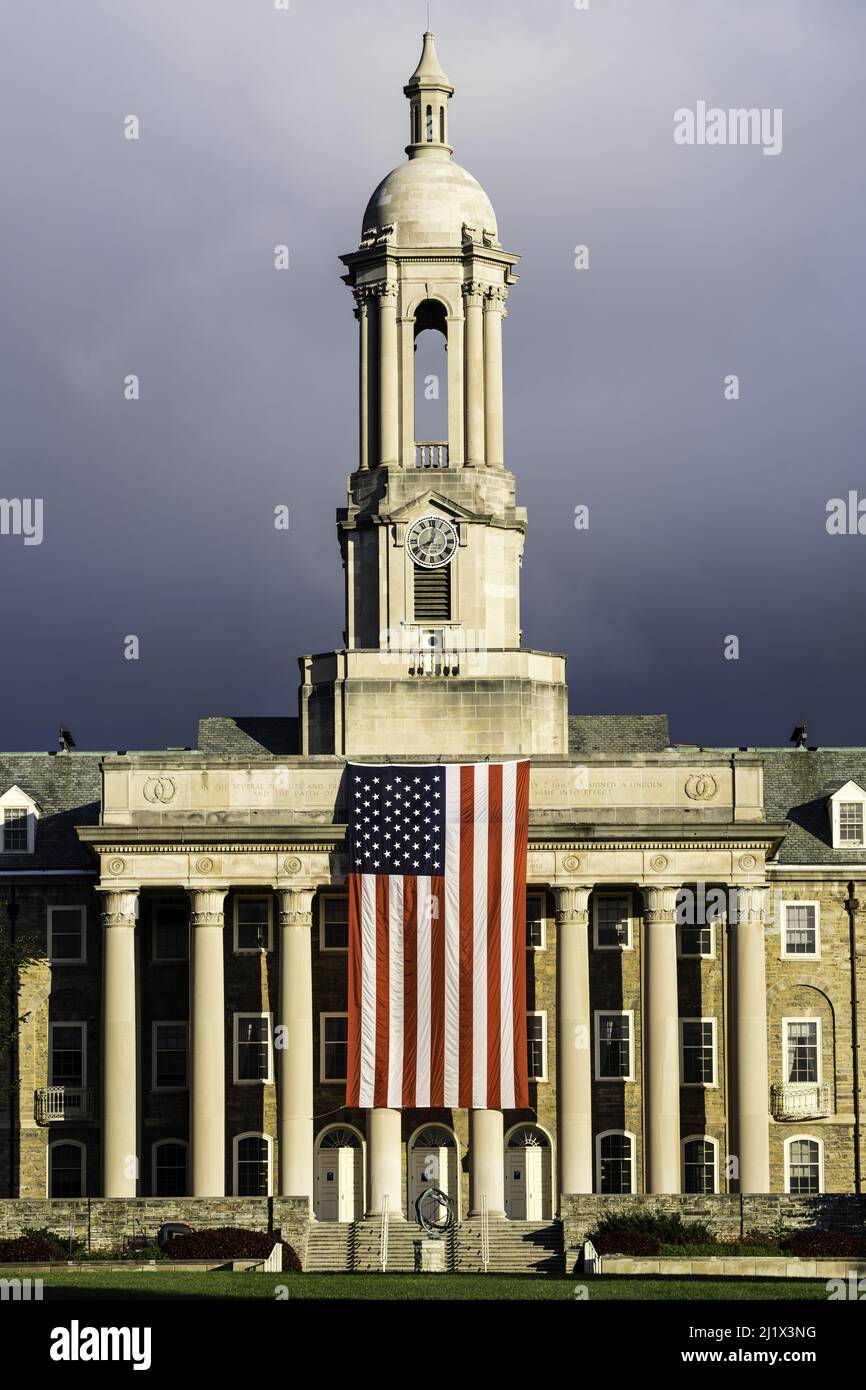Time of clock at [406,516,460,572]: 8:01
